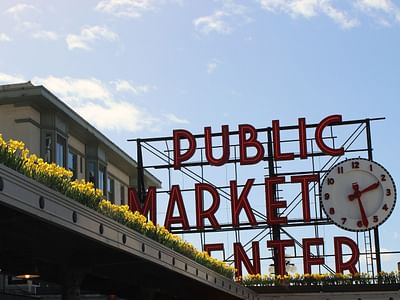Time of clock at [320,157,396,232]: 2:28
